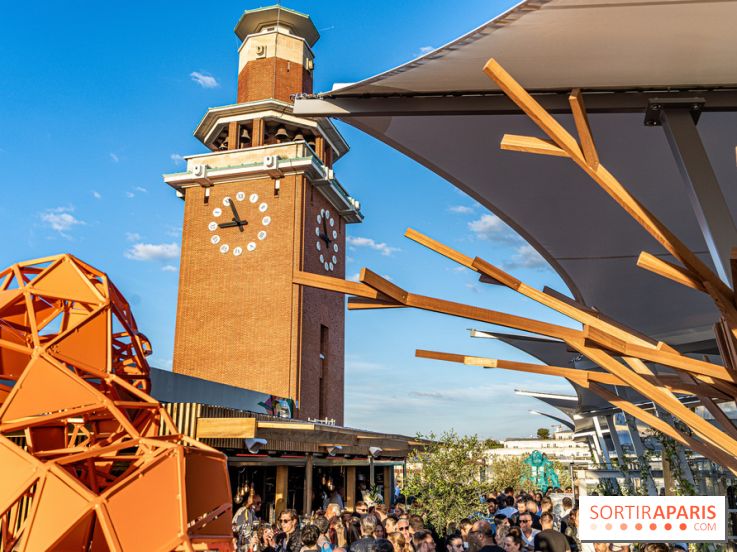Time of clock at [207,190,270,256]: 8:56
